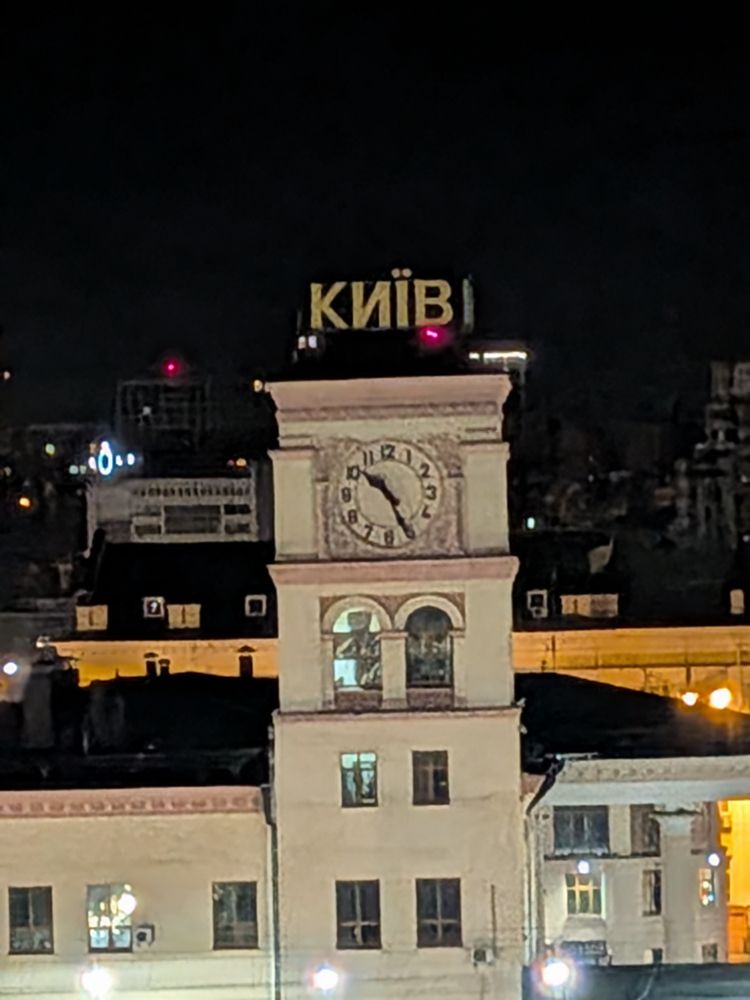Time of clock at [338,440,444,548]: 10:25
